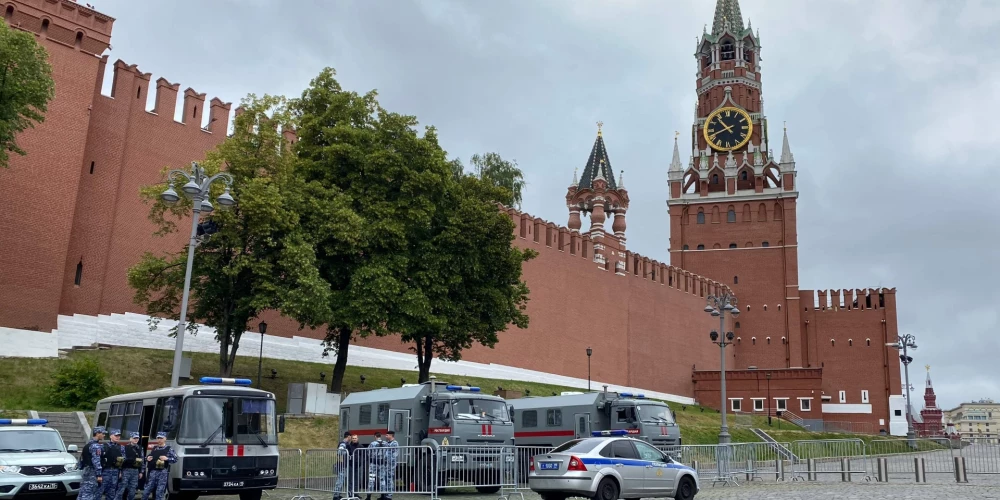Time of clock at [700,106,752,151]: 10:41
